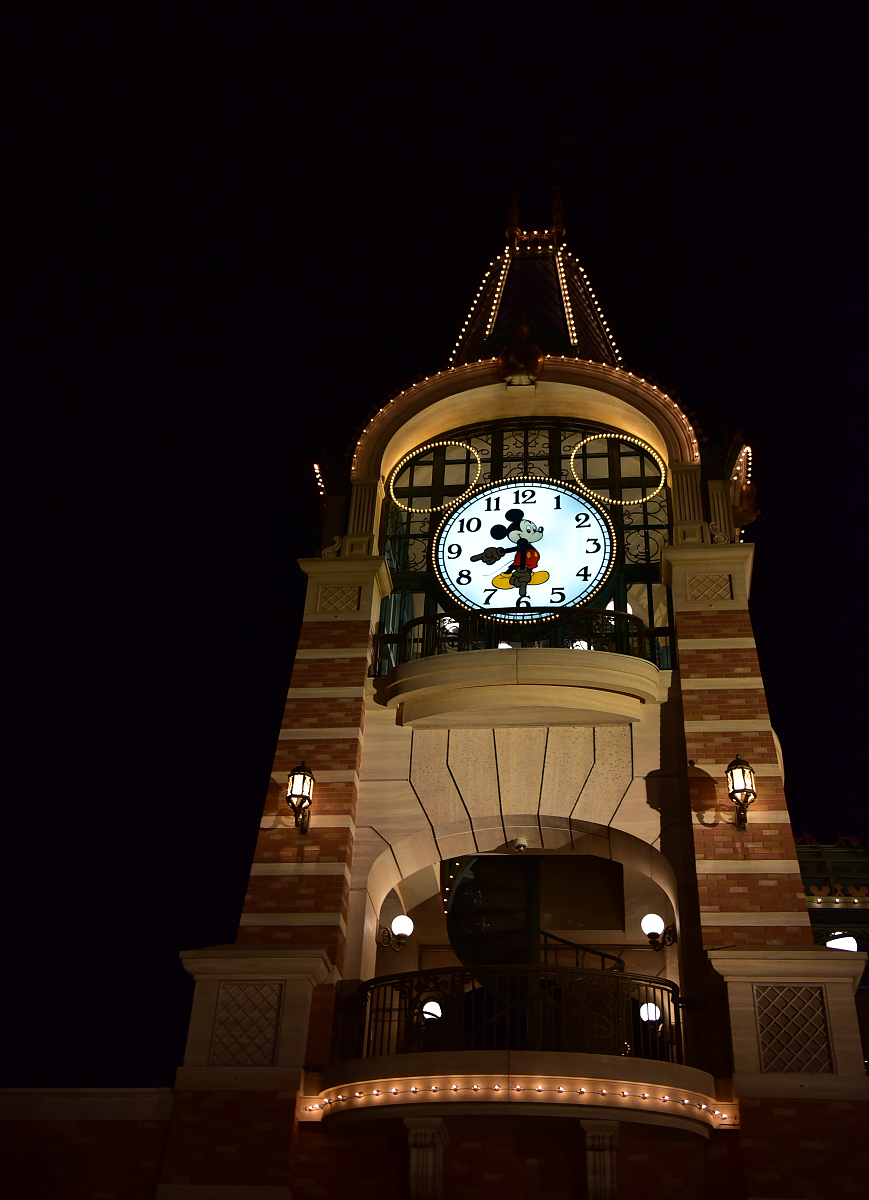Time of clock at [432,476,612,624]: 8:30
